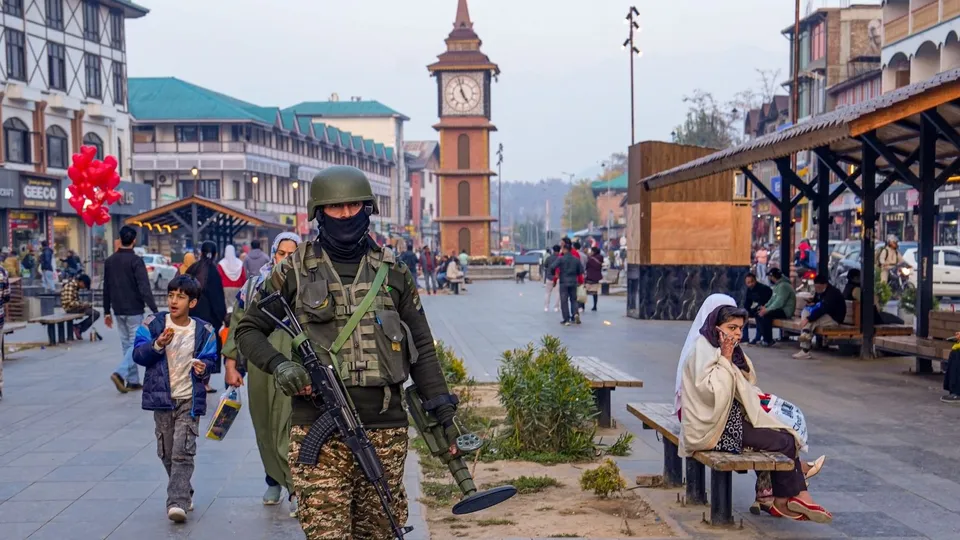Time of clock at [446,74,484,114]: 4:57
